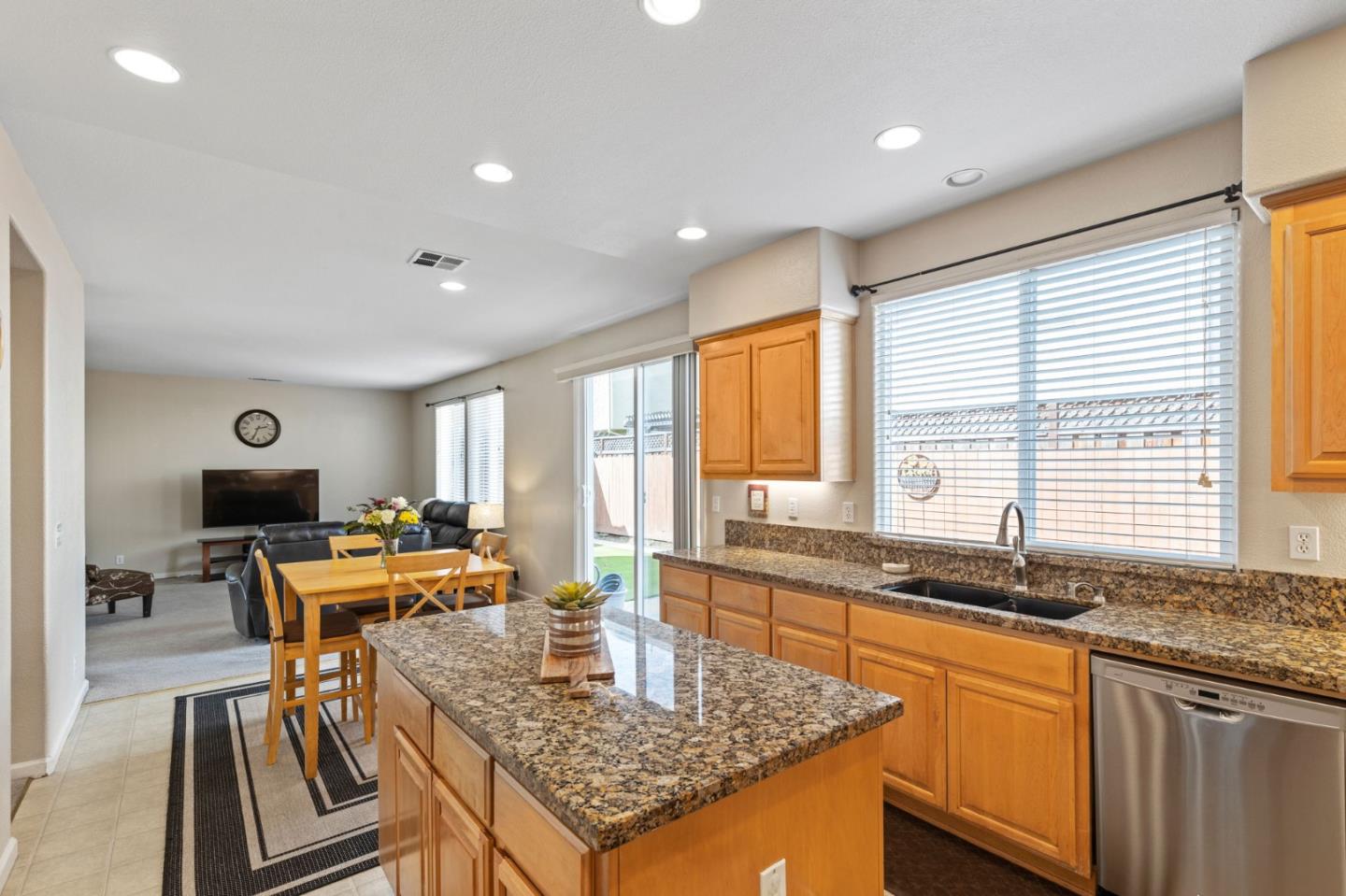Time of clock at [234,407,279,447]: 2:33
